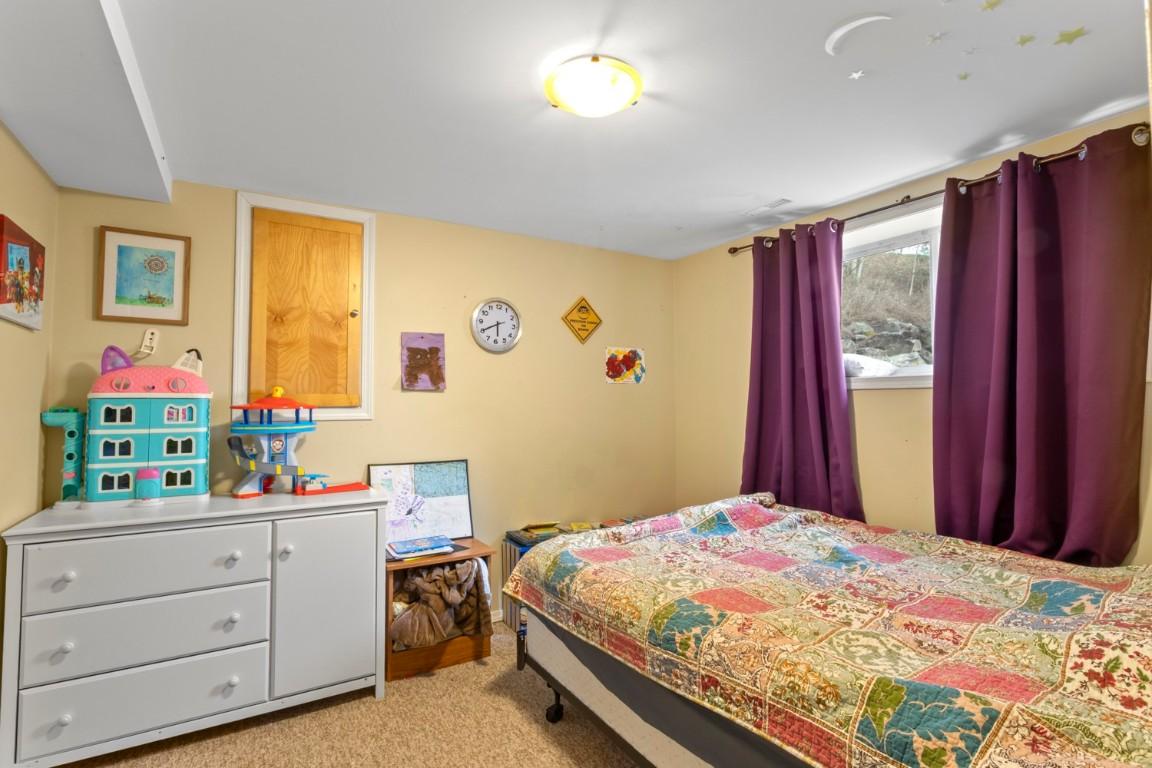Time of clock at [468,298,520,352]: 5:40
